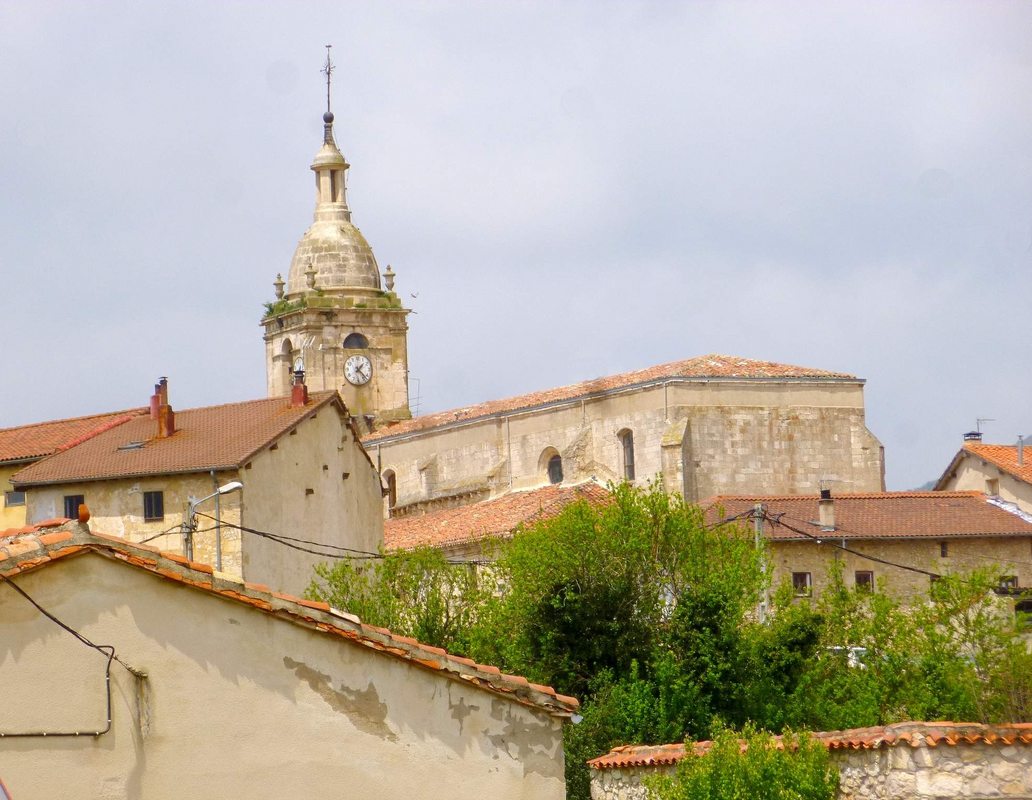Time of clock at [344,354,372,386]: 1:22
